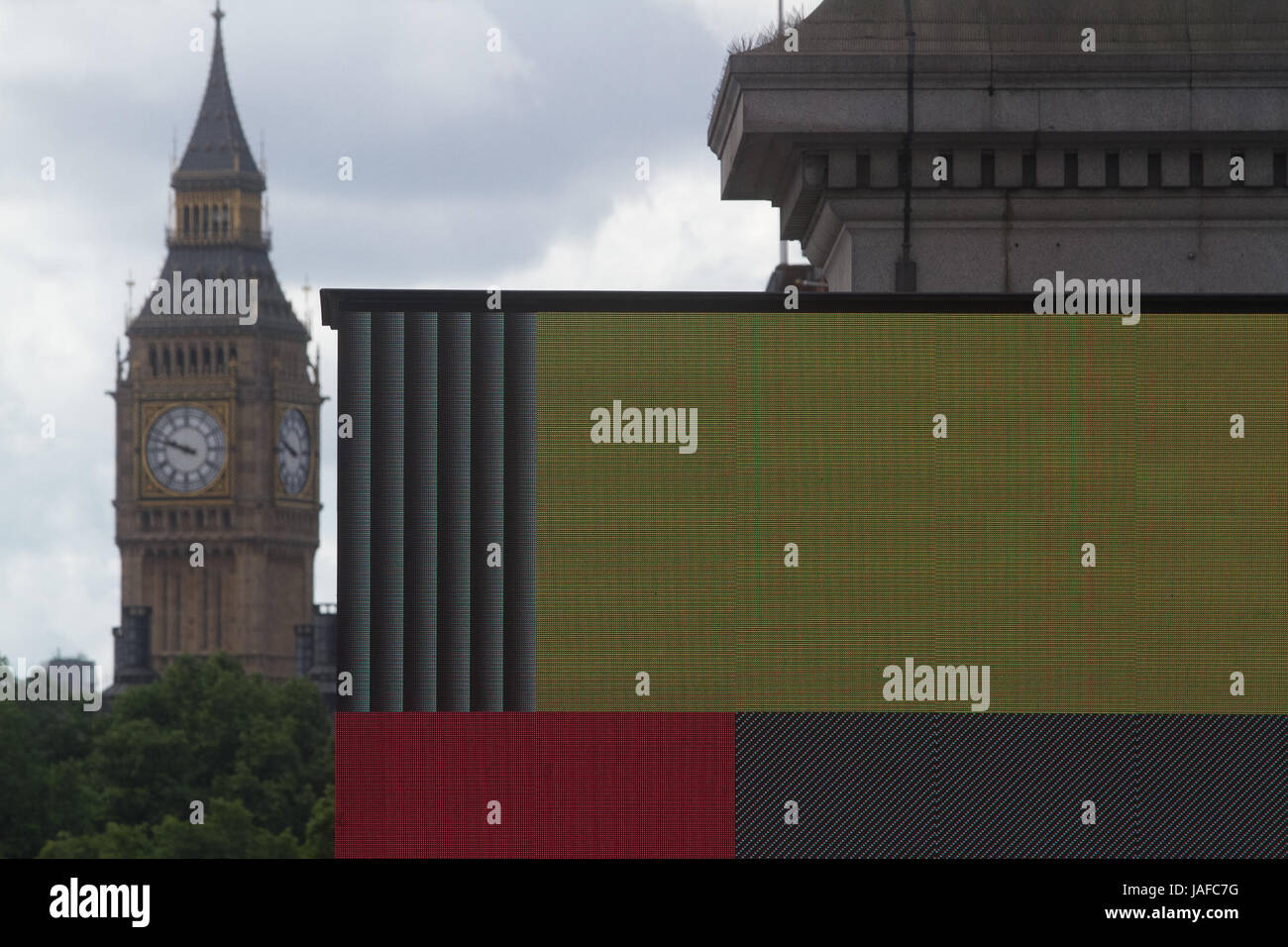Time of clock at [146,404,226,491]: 9:47
